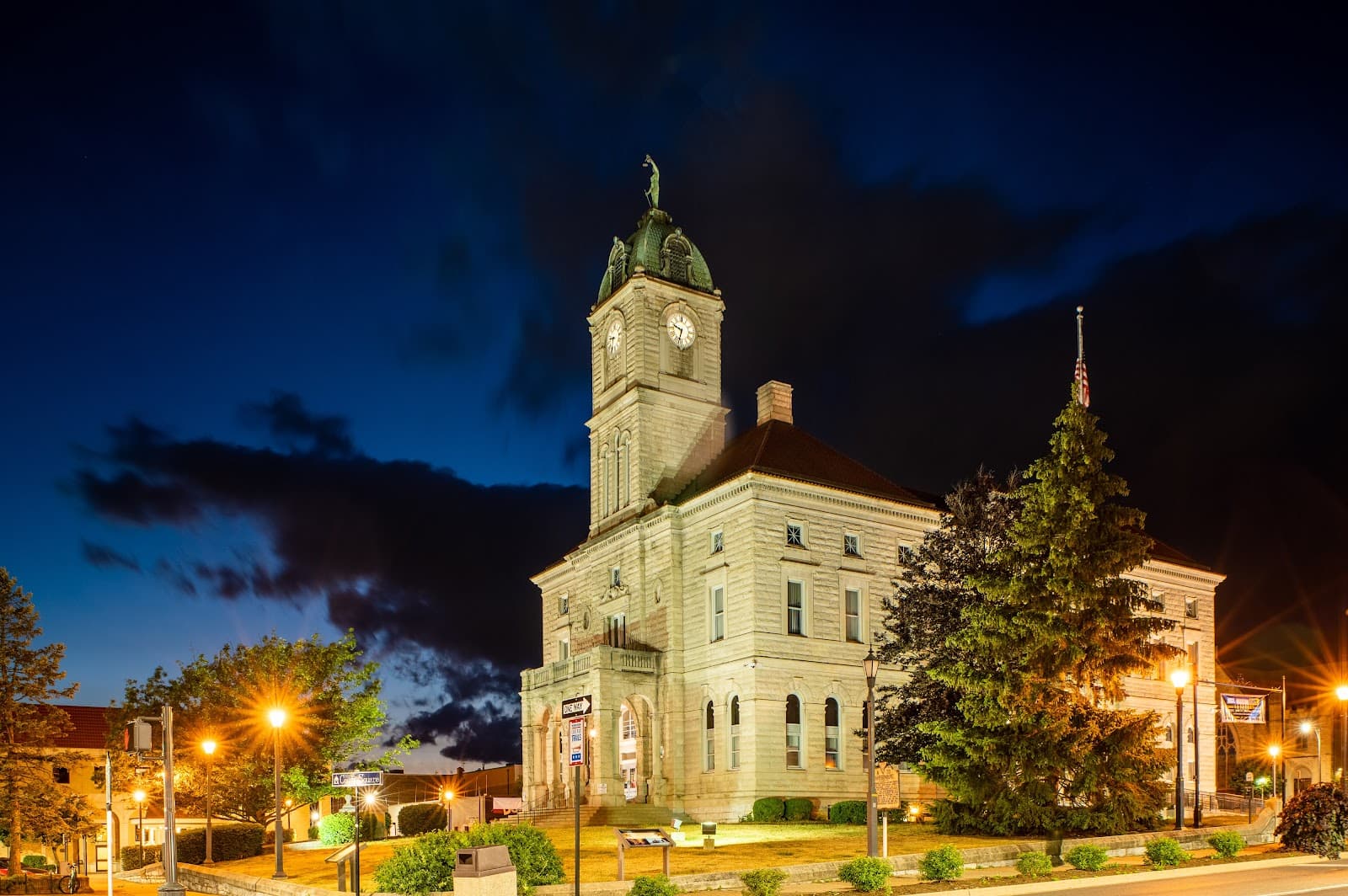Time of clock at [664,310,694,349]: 9:33
